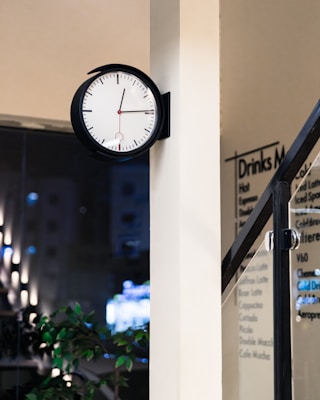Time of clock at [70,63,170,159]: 12:14
